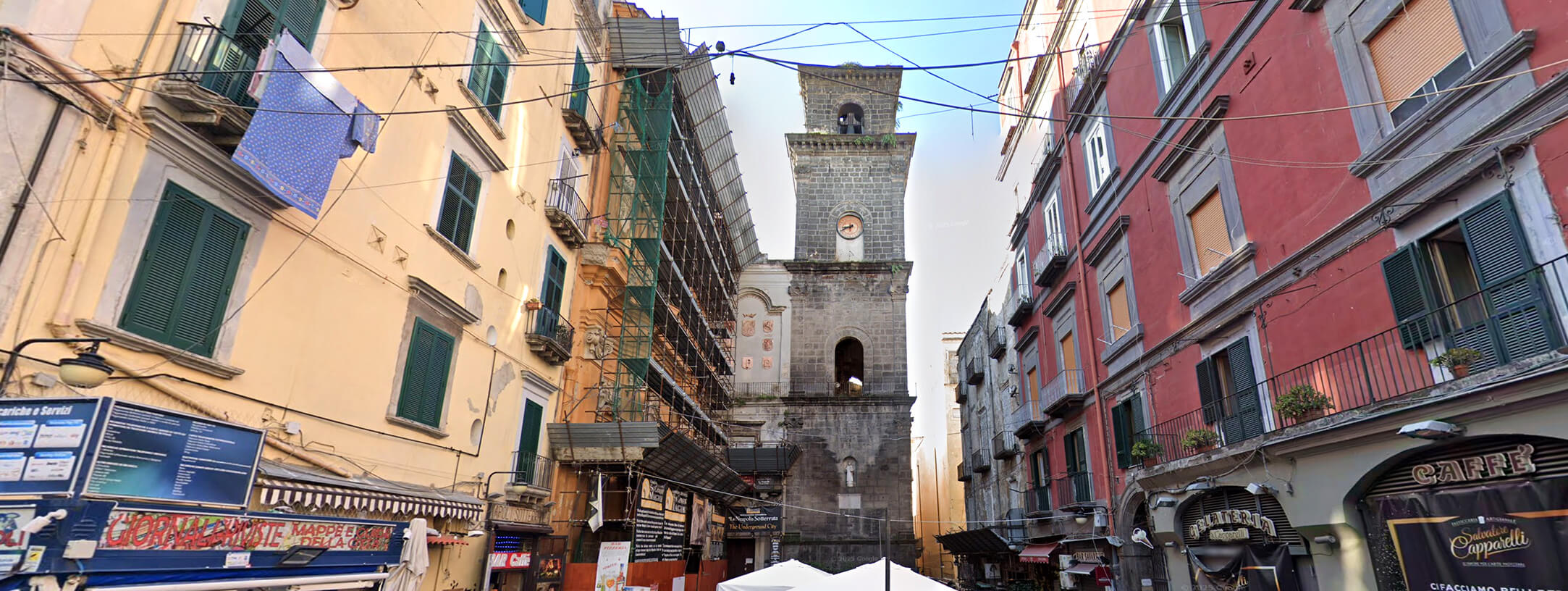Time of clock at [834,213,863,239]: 8:40
